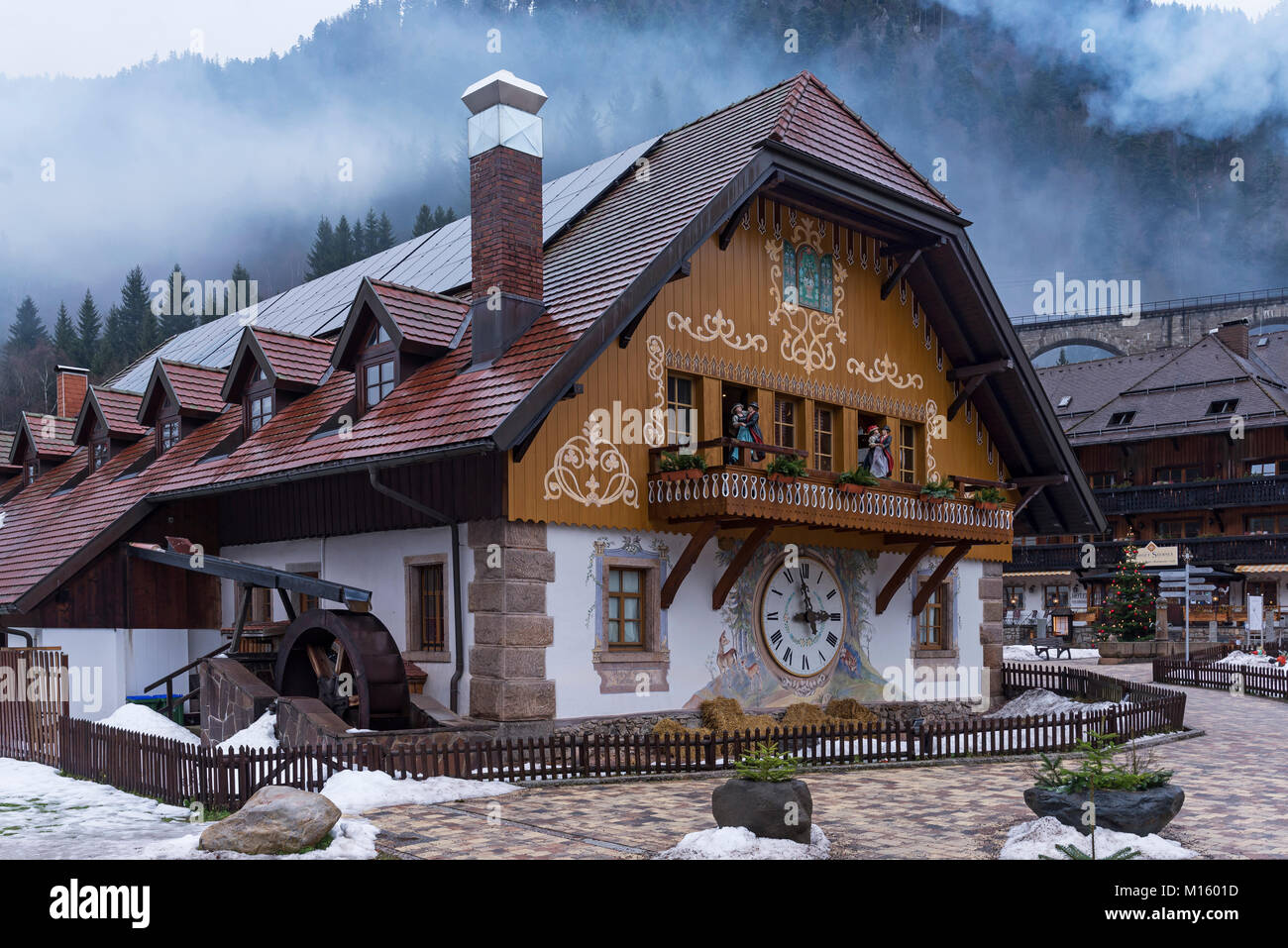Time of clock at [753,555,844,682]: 2:58
